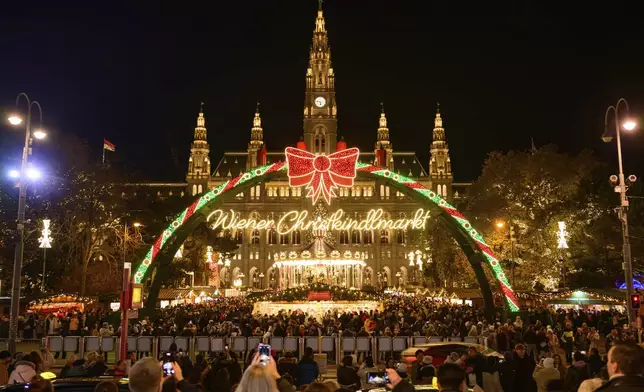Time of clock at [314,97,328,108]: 5:46
